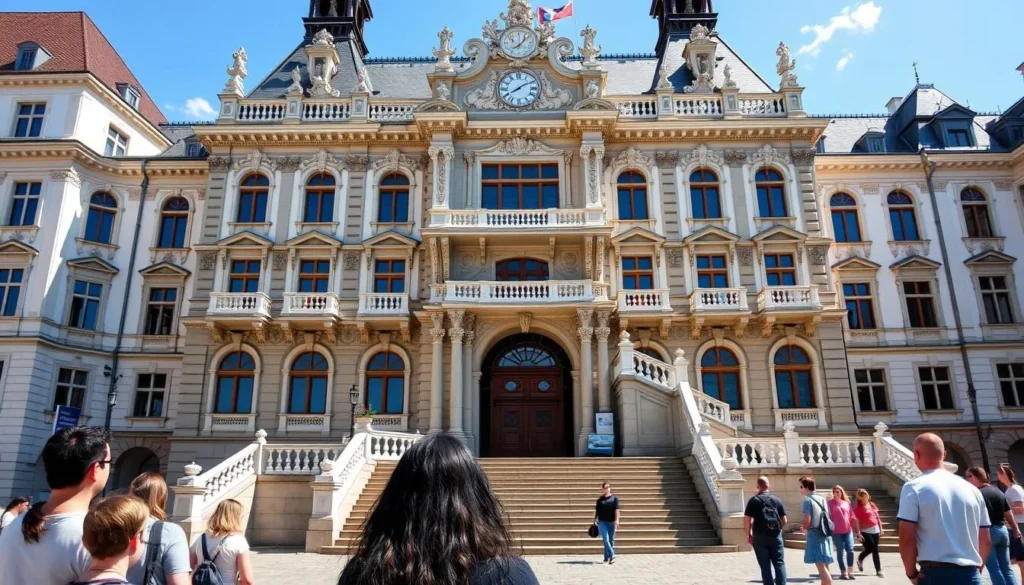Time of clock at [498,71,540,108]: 8:09
